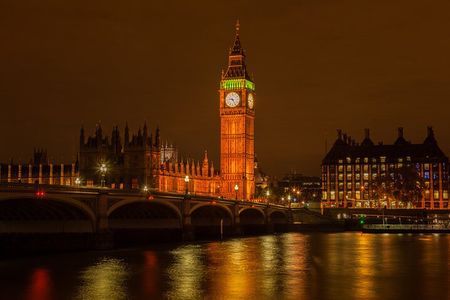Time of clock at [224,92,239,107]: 9:25
